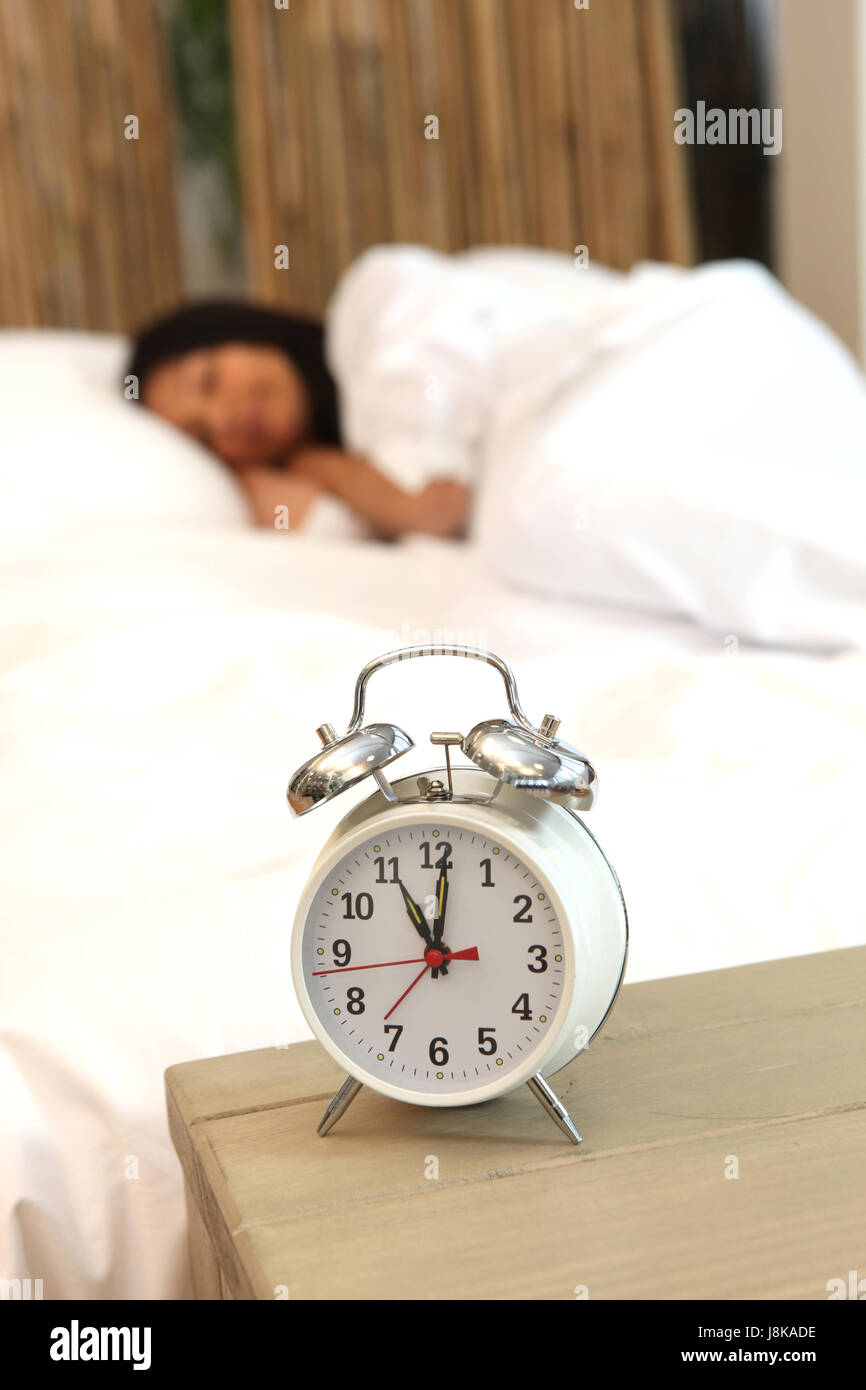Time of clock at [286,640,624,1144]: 11:00
